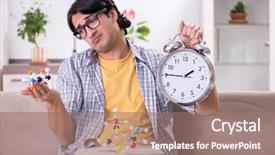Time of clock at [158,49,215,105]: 1:45
